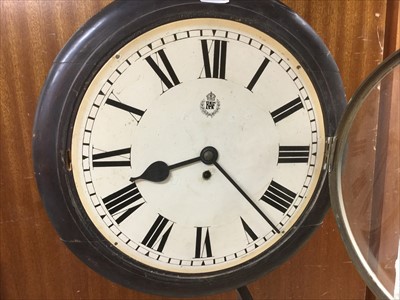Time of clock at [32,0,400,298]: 8:22
